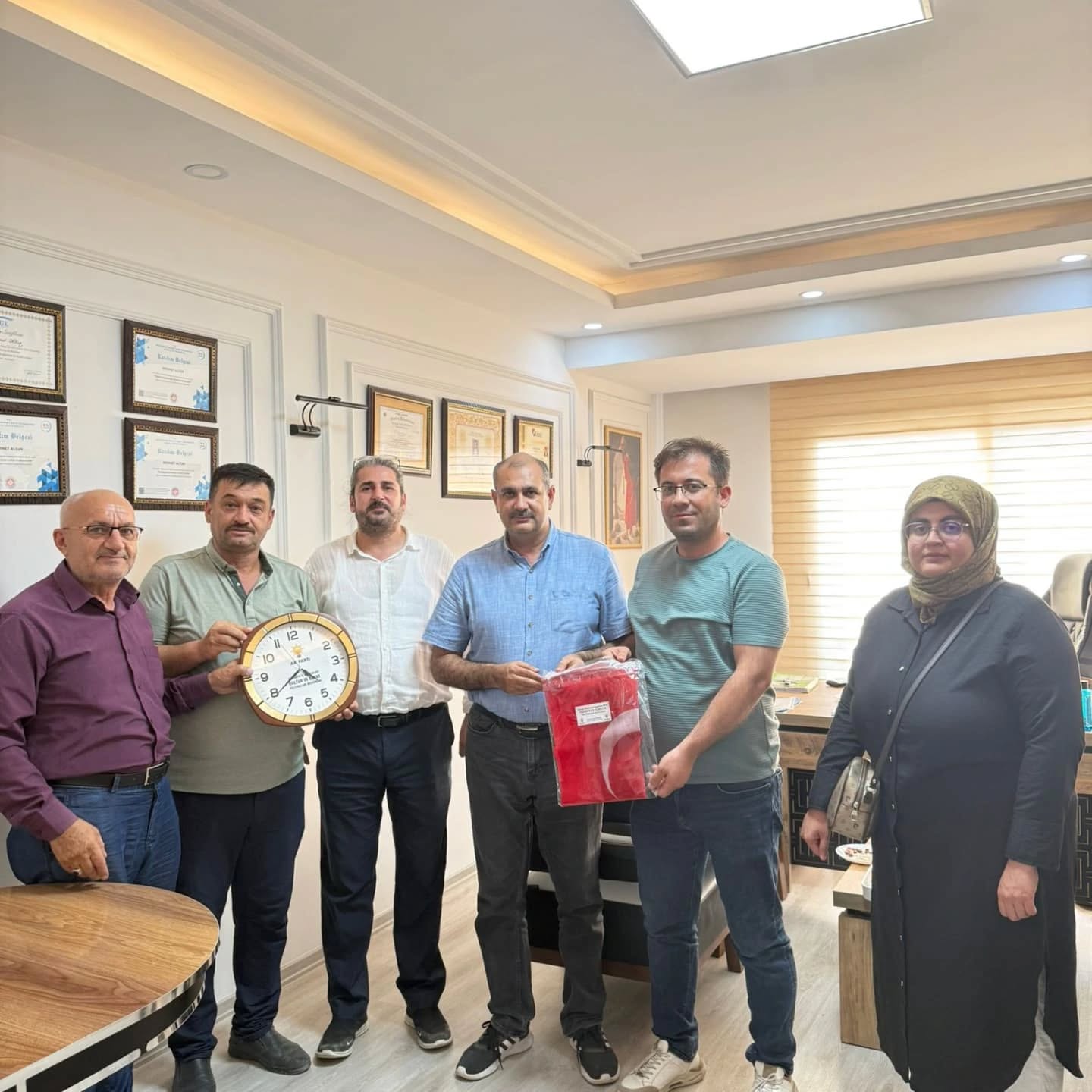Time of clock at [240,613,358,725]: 4:39
